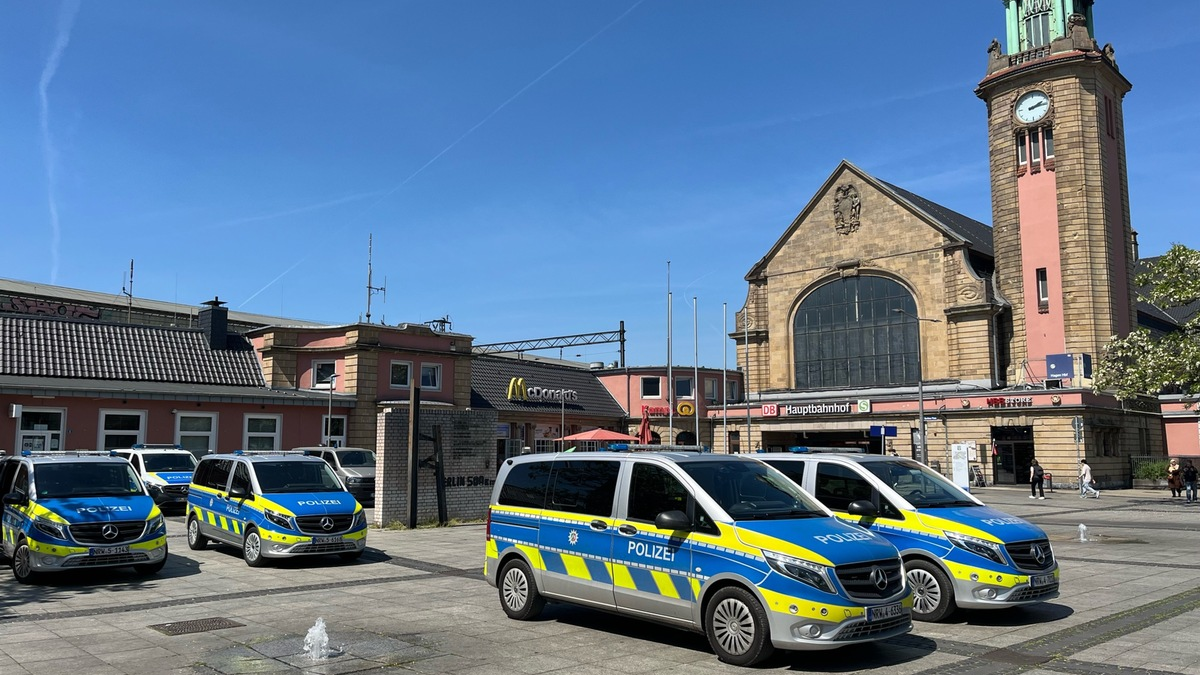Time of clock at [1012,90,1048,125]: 2:14
